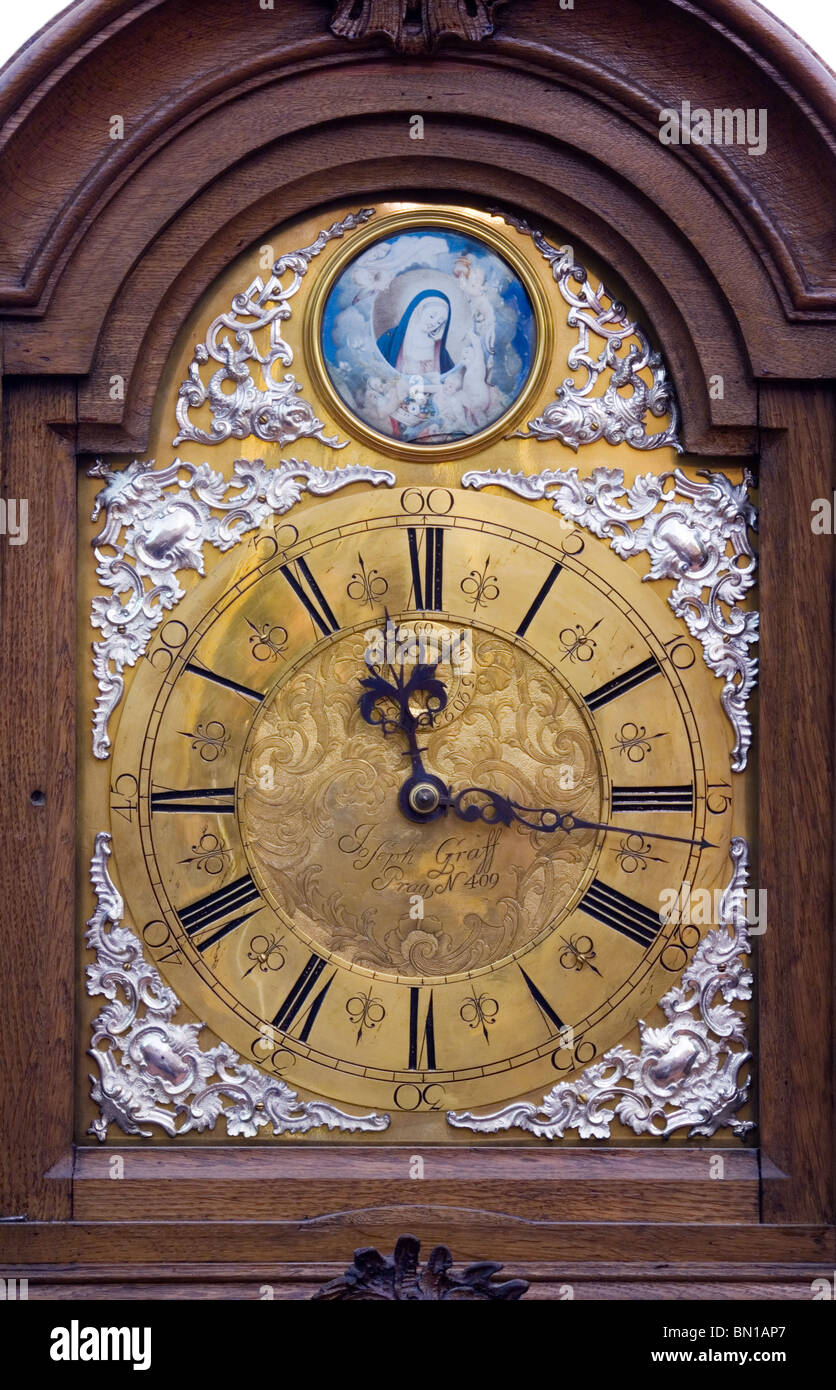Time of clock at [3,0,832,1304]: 11:16
